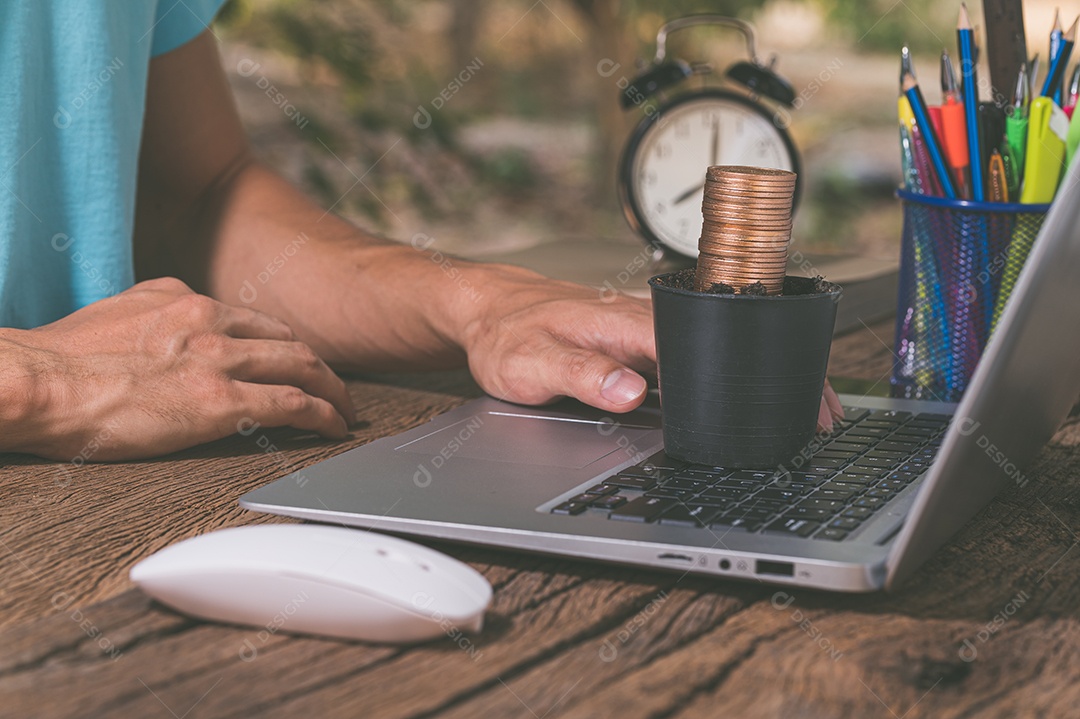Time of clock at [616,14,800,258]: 8:01
